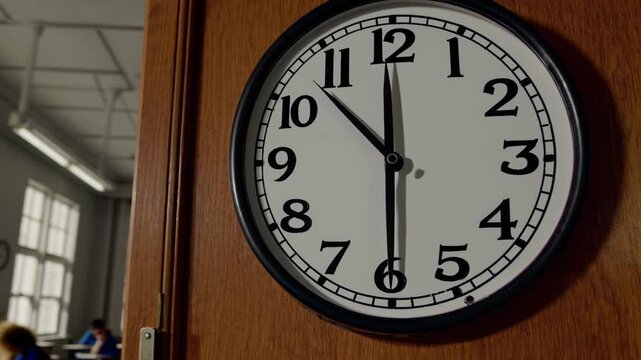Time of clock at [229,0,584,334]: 10:29
